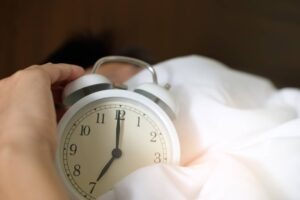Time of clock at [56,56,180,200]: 7:00
